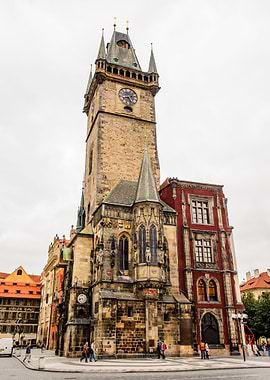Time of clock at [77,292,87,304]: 8:23
